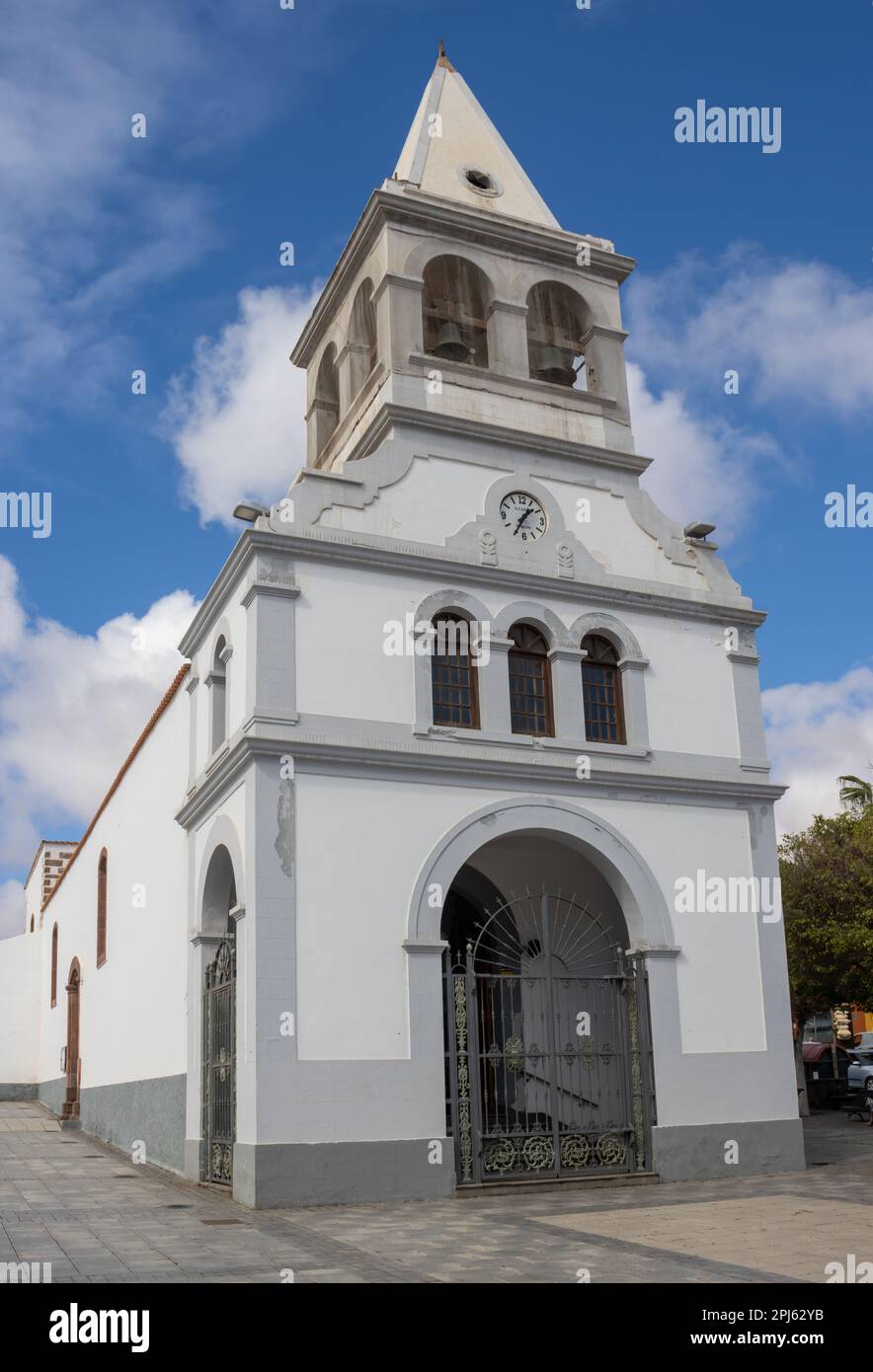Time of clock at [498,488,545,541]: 1:34
